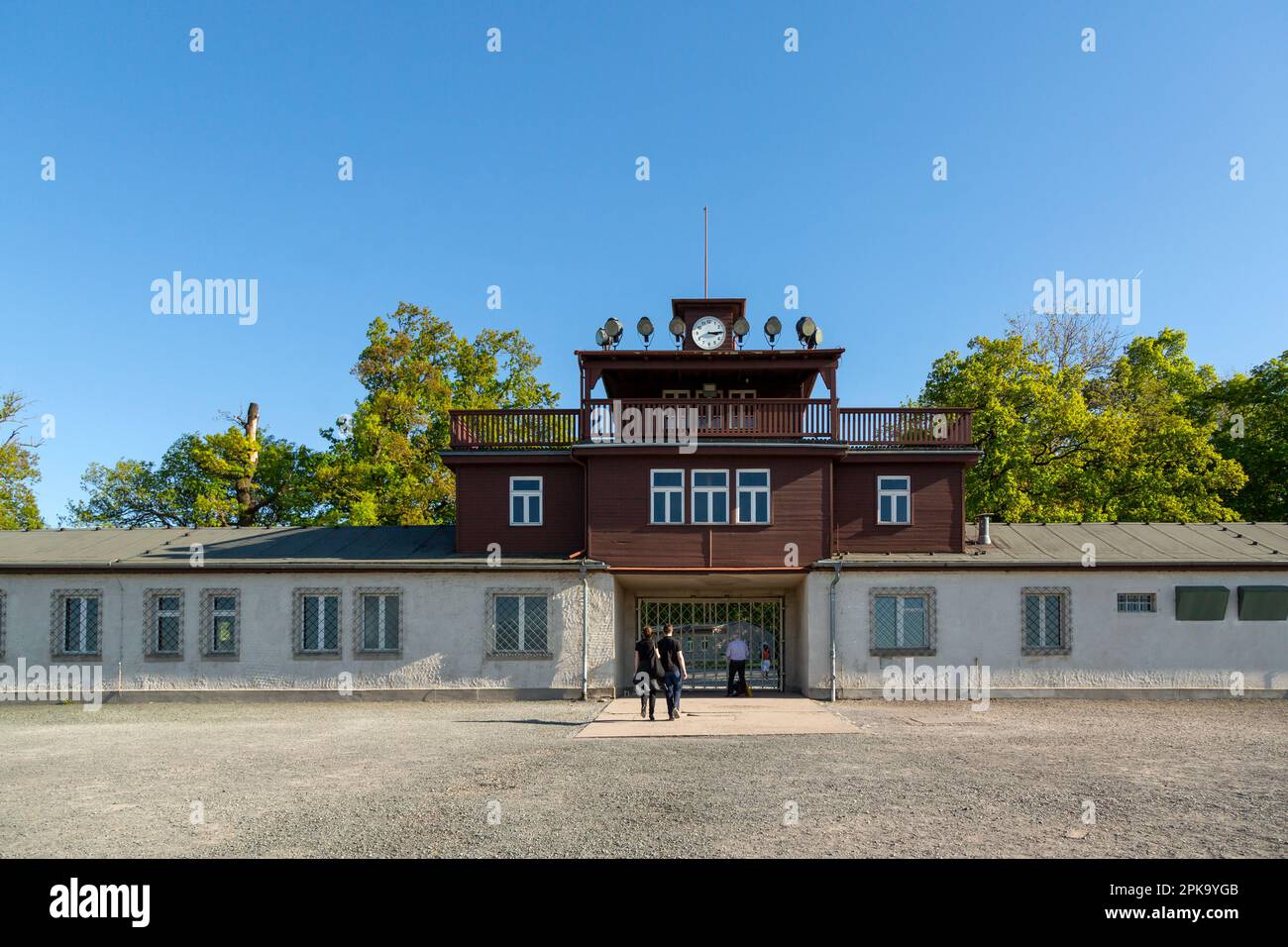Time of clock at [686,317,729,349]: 3:14
